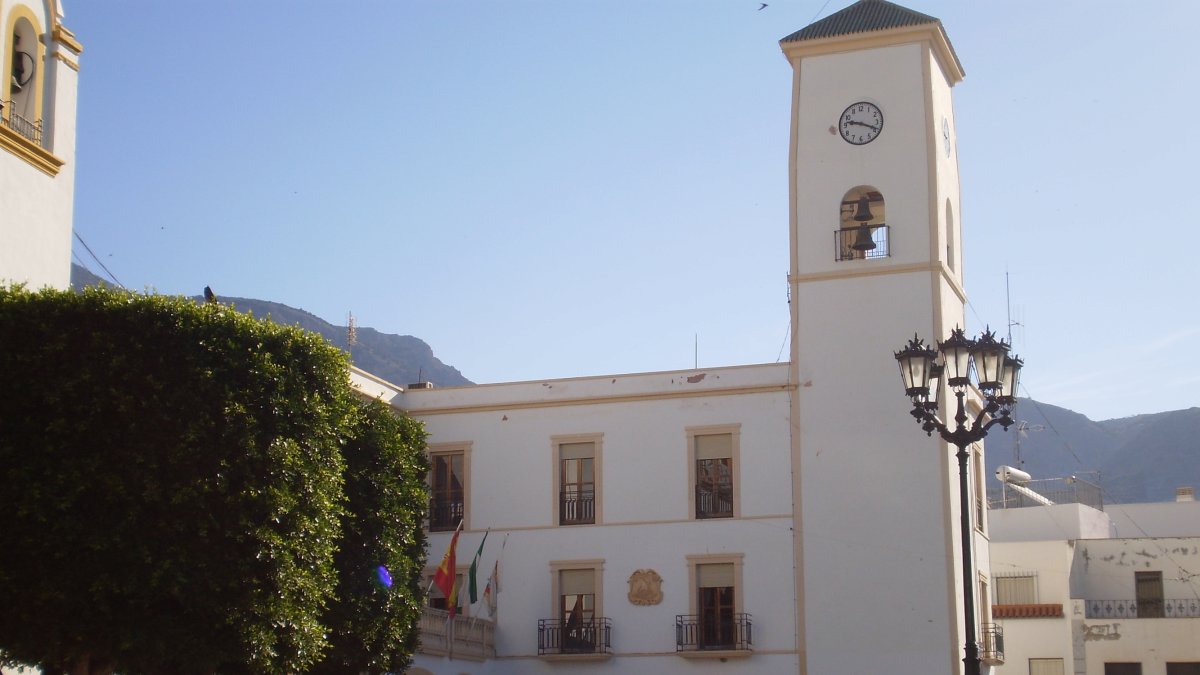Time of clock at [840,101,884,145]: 9:18
